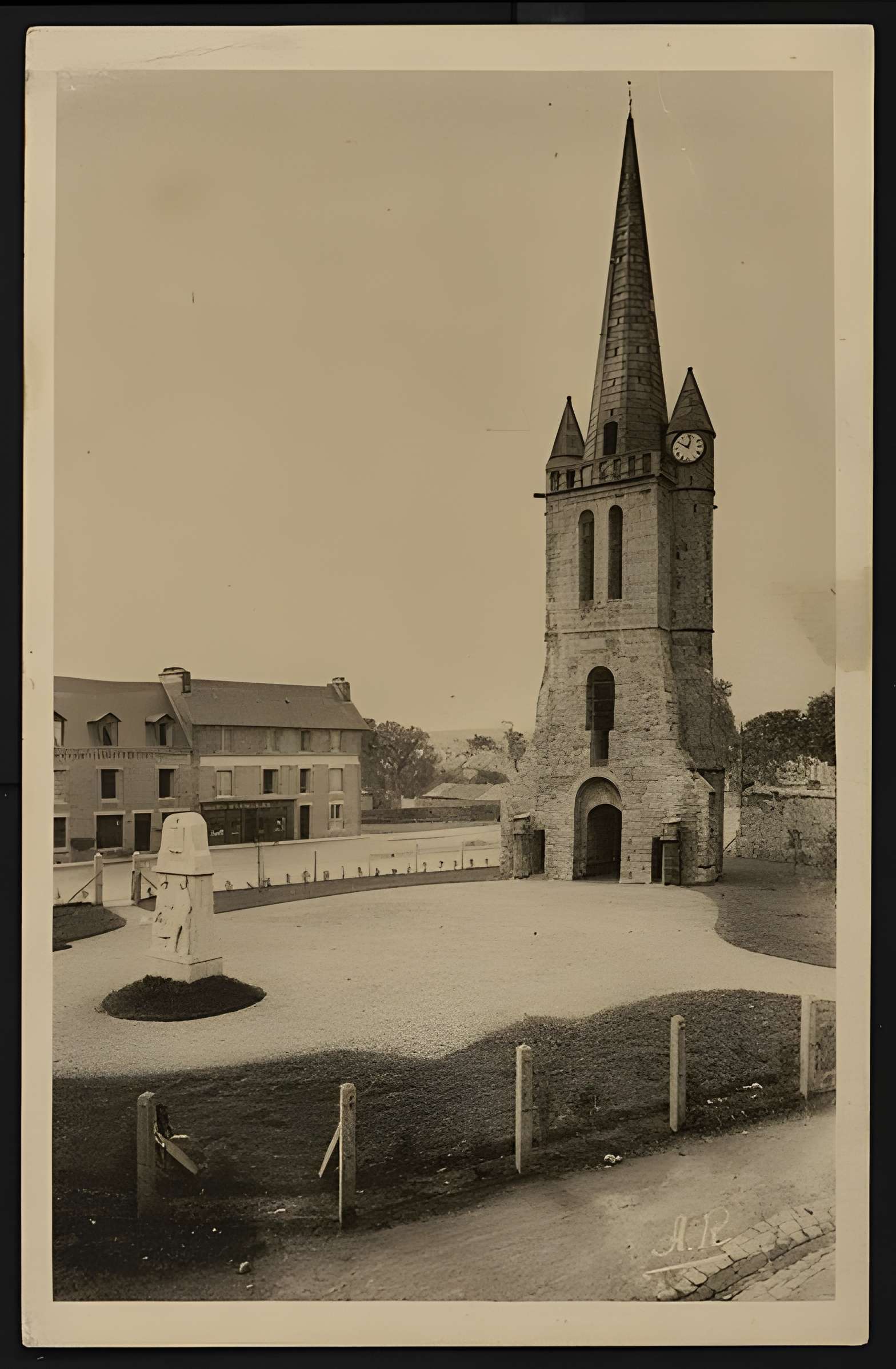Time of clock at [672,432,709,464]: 12:50
